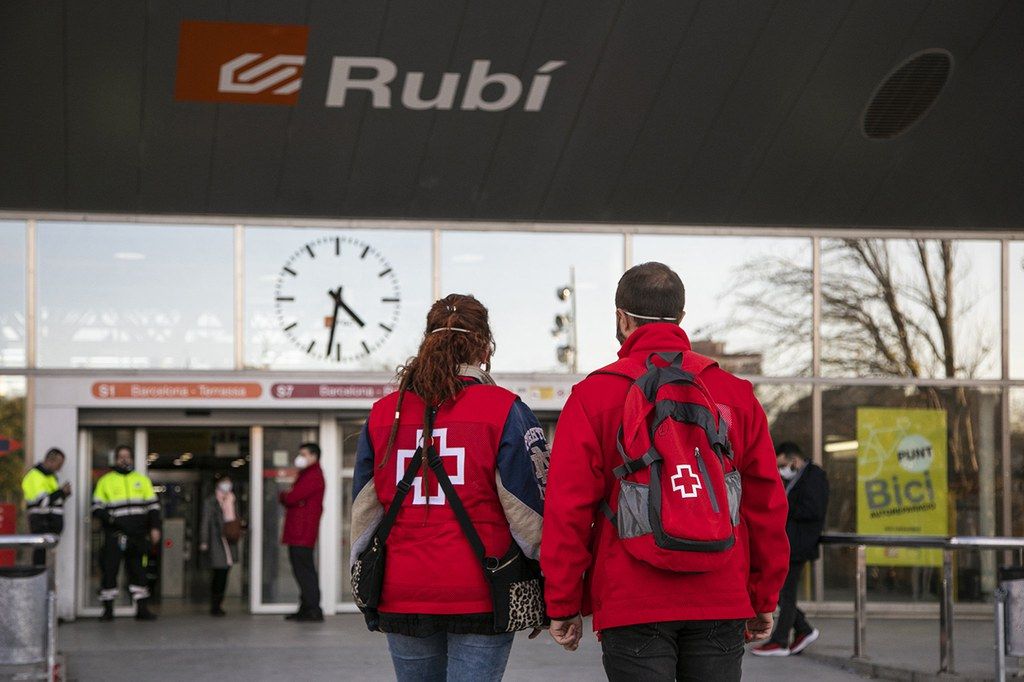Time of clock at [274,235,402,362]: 4:31
